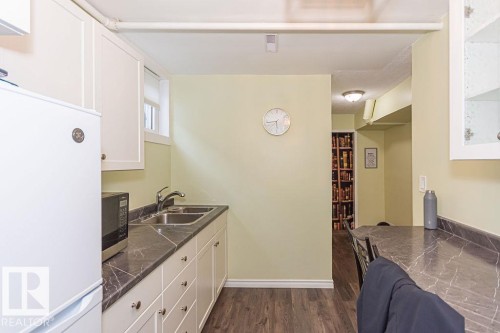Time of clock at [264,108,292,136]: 5:43
